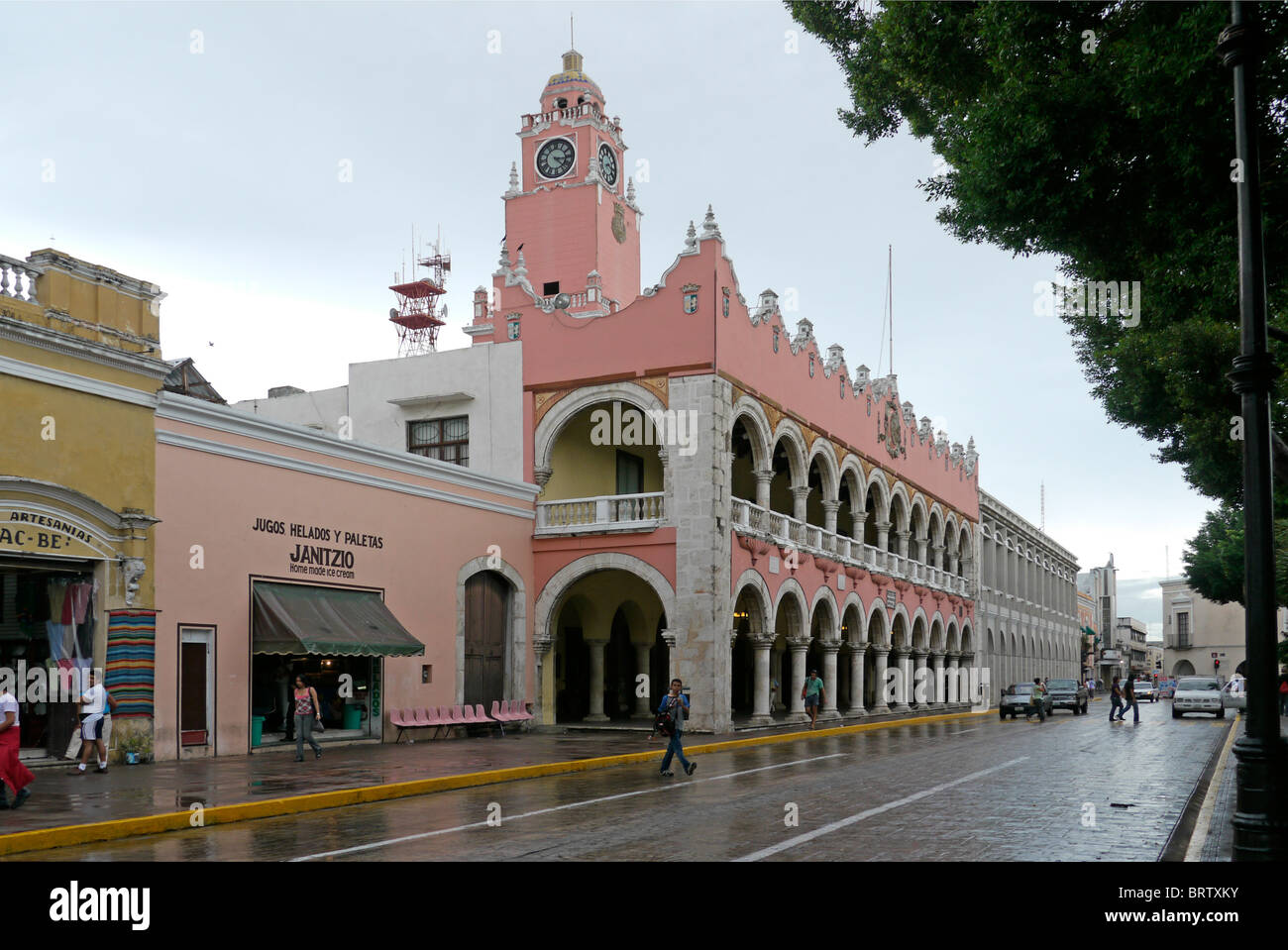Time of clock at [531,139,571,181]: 3:22
